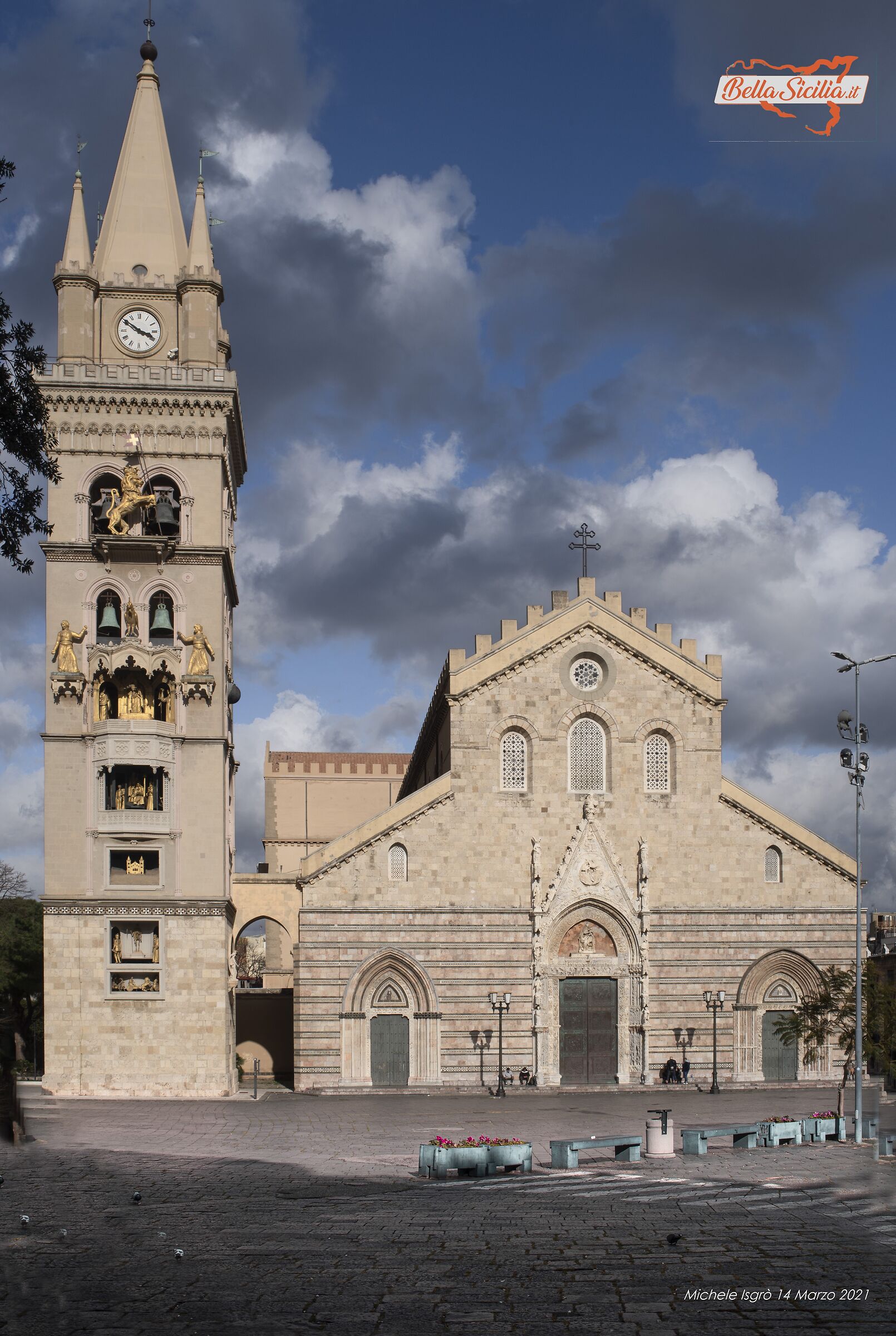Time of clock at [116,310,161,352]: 3:50
